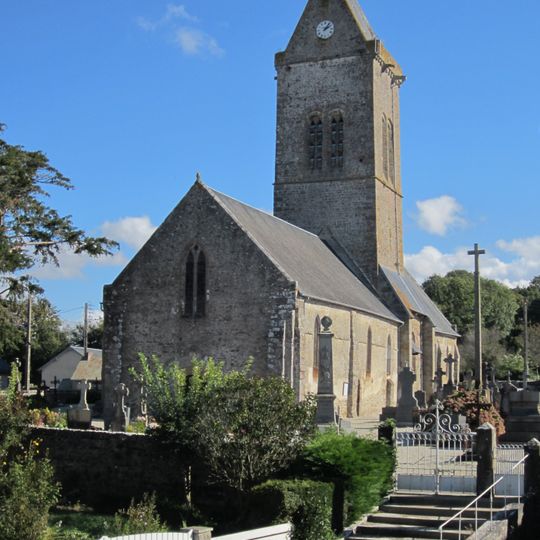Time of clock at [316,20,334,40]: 2:06
